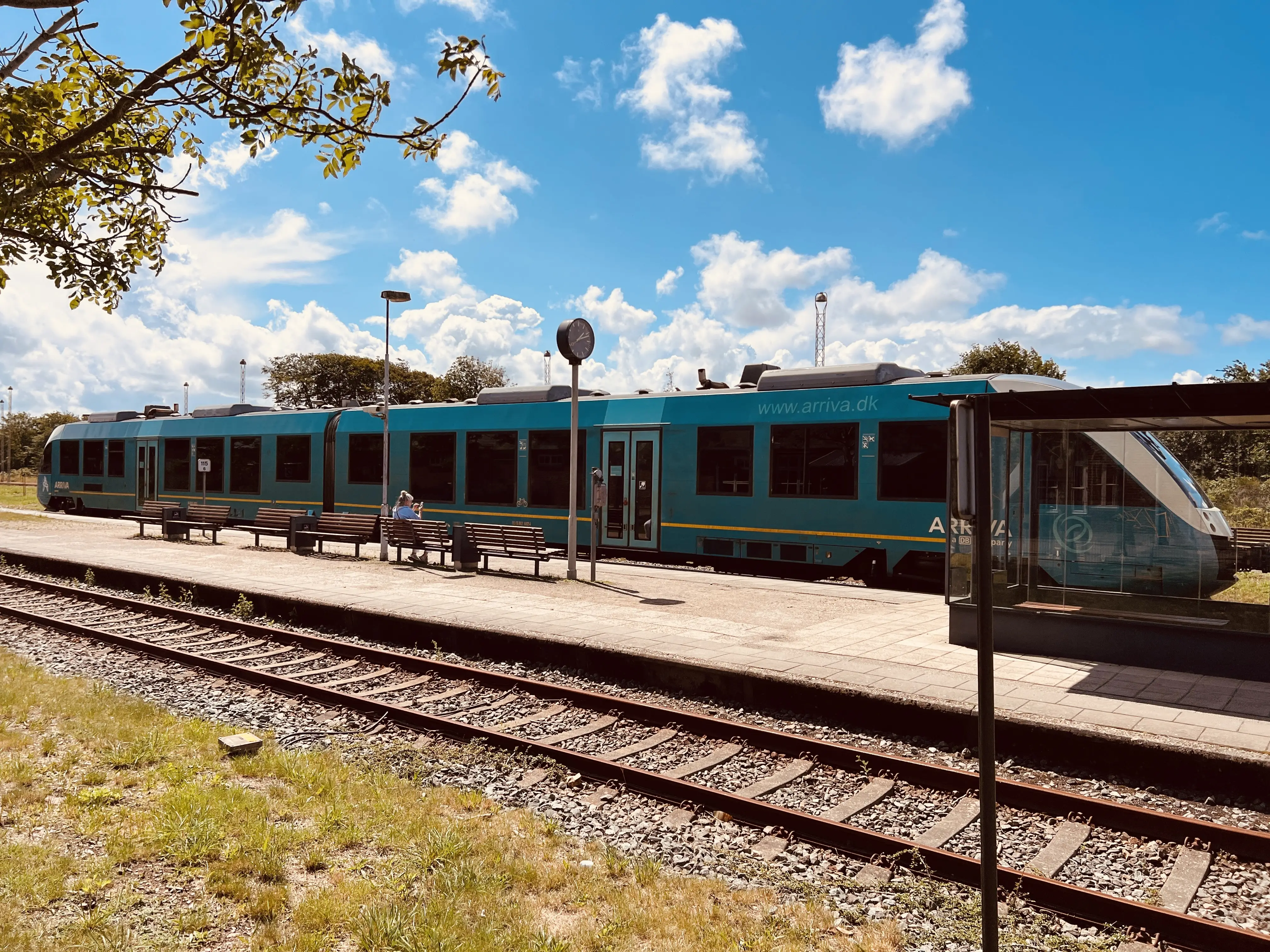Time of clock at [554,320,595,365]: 1:11
